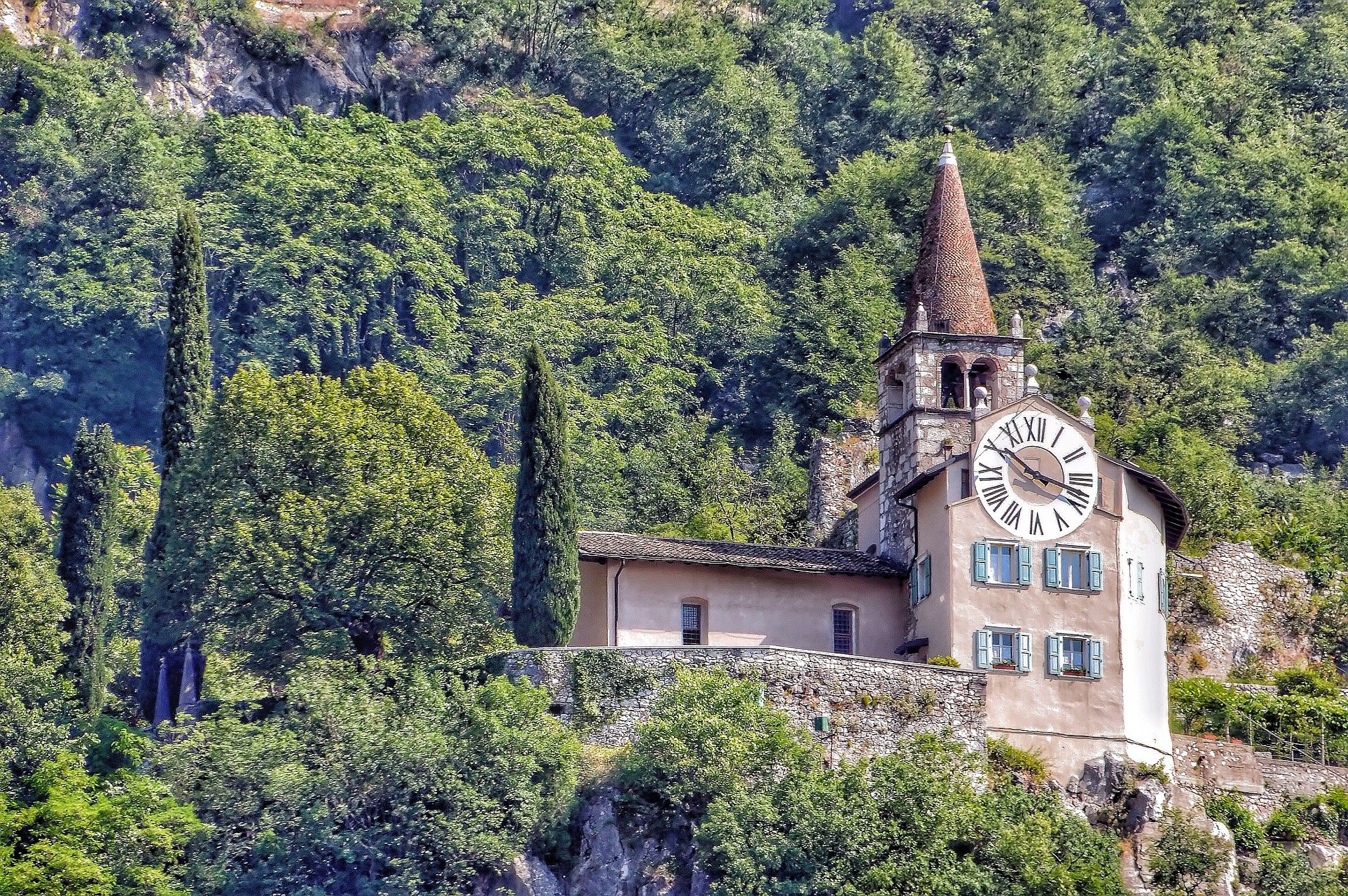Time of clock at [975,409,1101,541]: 10:17
